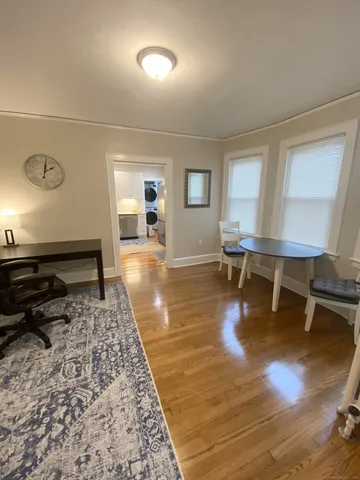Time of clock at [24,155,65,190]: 2:01
